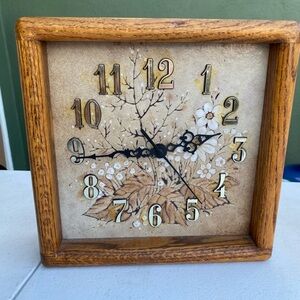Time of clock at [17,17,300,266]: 2:44
